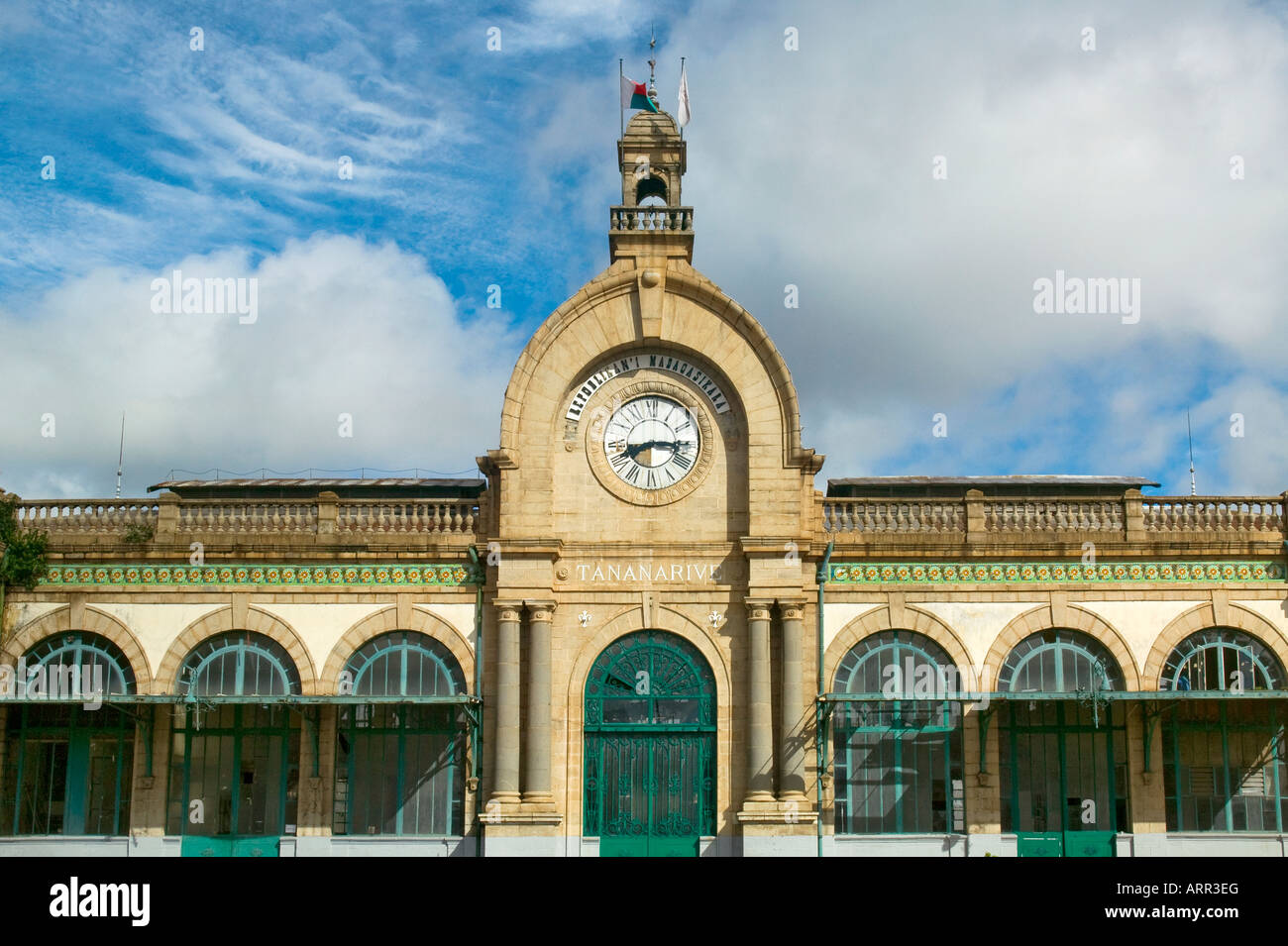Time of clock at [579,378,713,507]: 8:15
